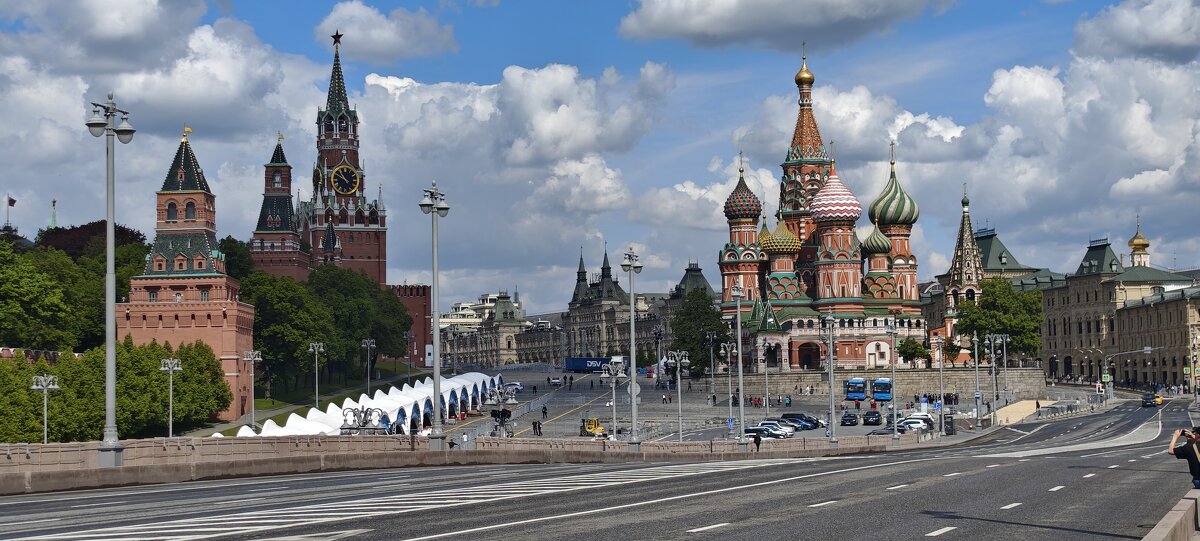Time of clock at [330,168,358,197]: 10:50
